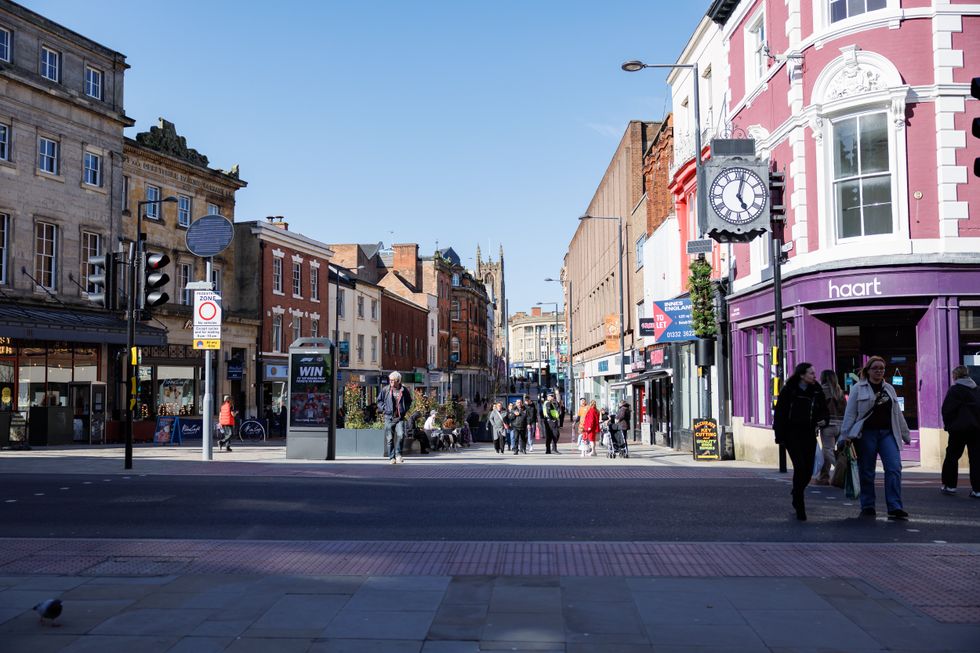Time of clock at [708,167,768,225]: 5:02
